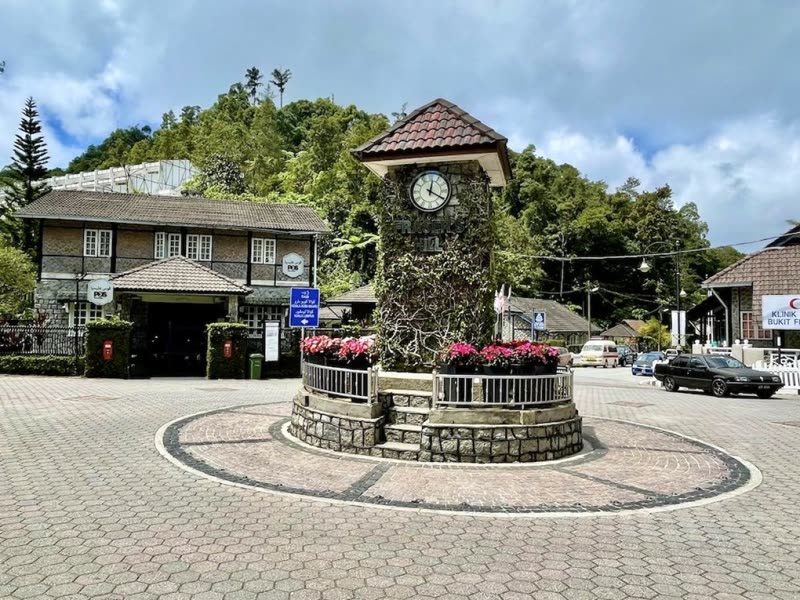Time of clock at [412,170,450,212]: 12:19
